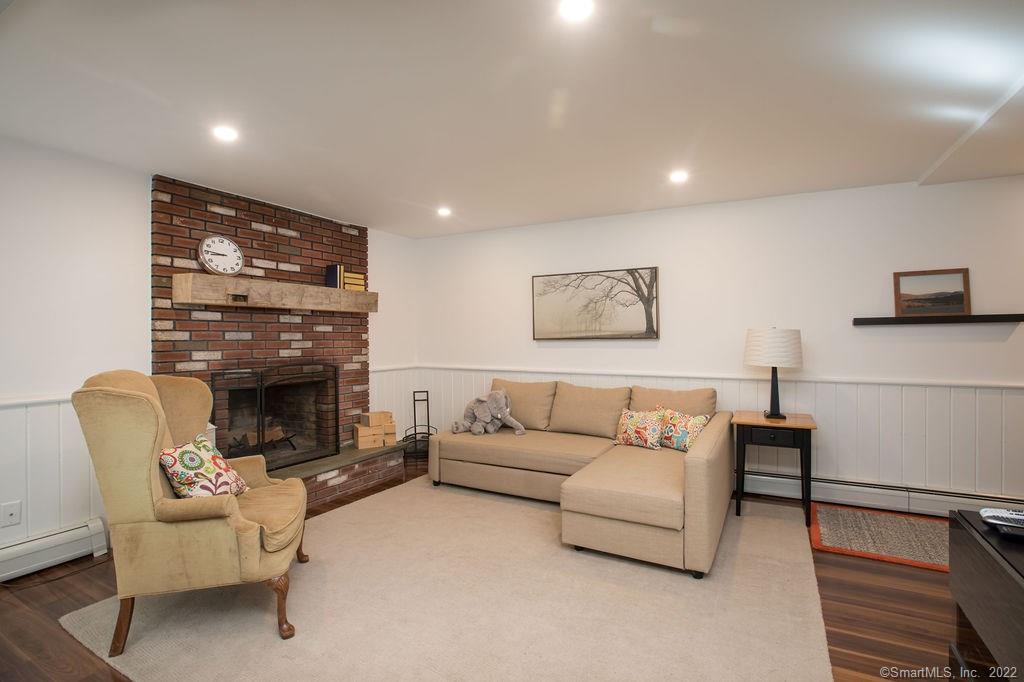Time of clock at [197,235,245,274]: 8:46
